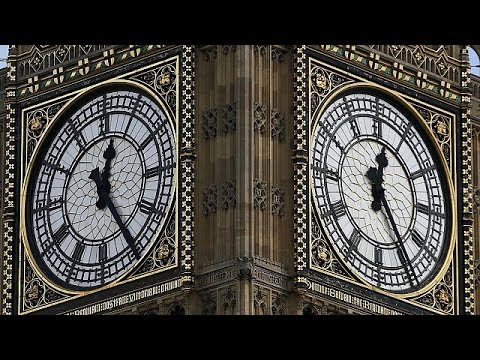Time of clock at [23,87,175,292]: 12:24
